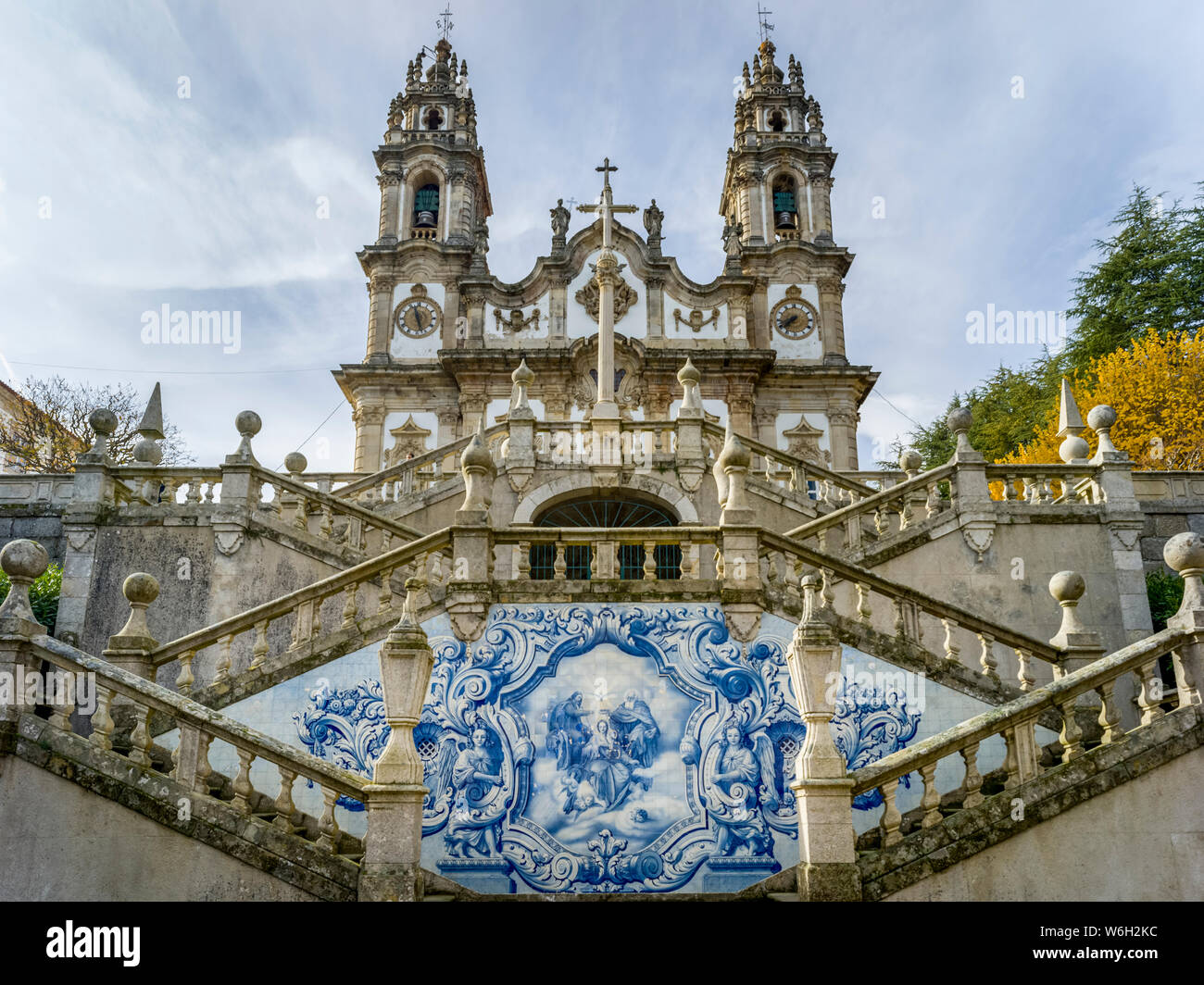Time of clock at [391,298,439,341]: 11:27
